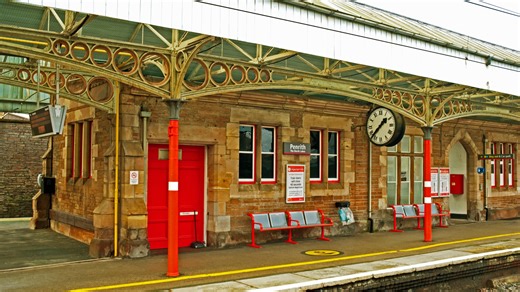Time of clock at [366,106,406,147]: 1:37
